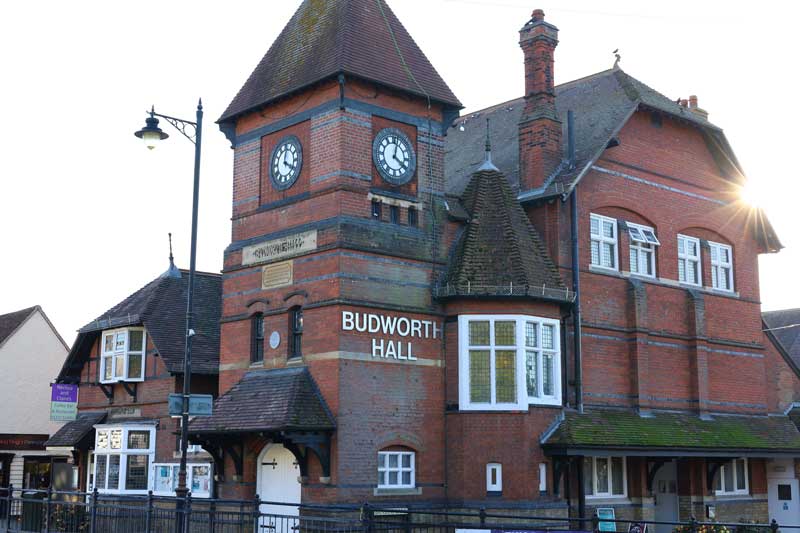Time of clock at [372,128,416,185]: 4:02
